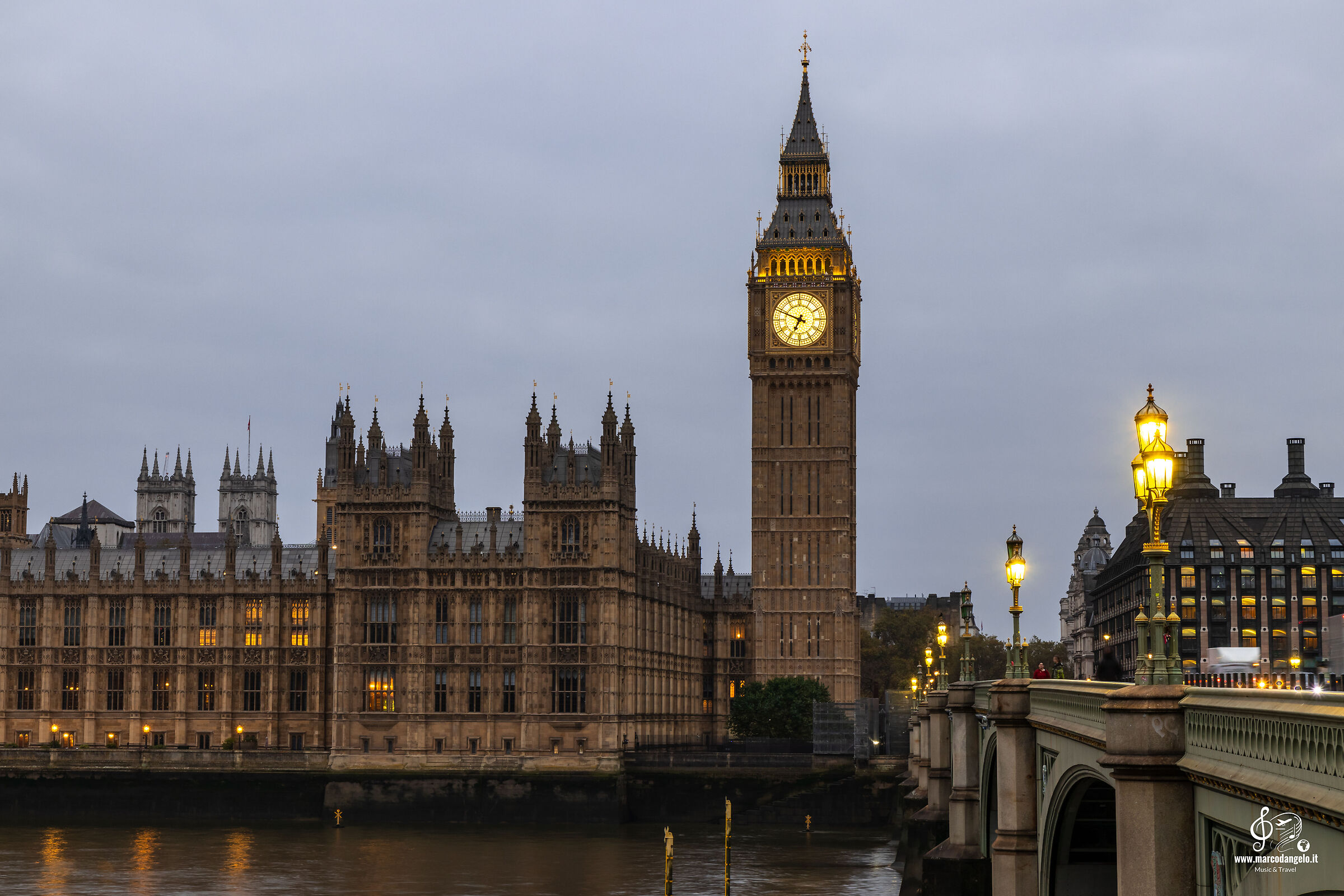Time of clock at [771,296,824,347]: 6:48
